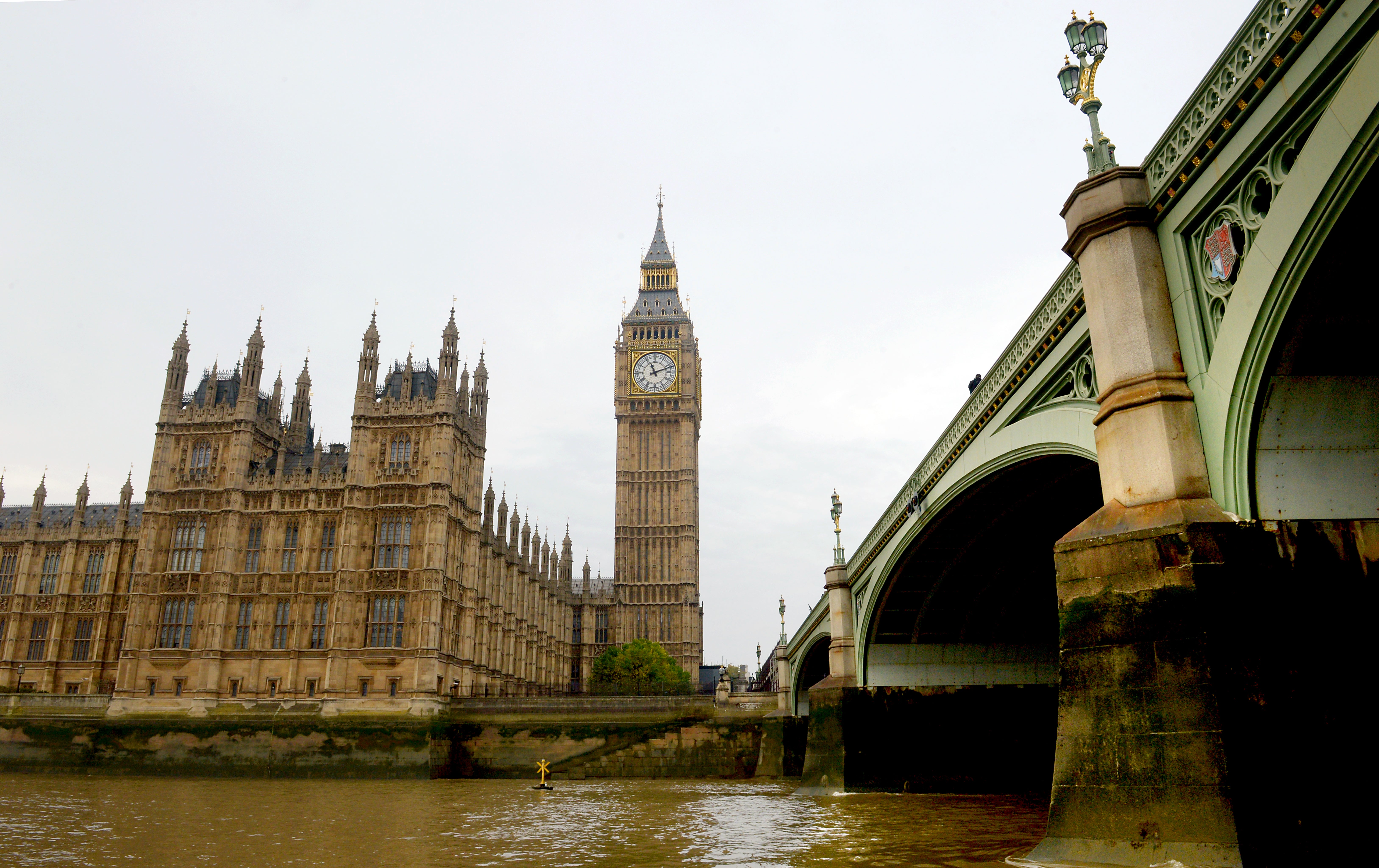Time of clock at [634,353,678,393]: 11:11
